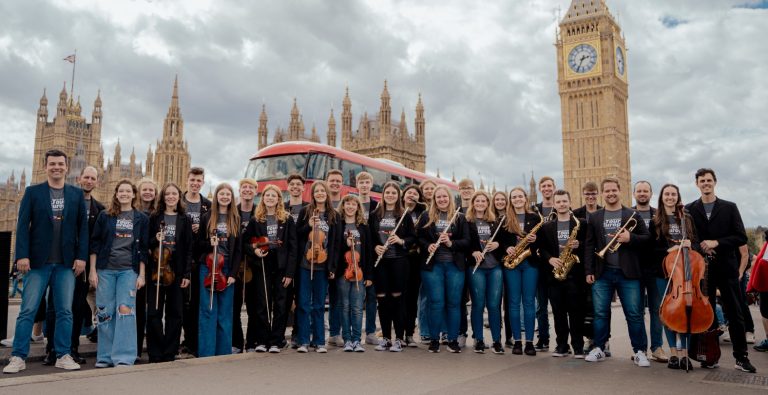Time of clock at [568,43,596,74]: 2:34
